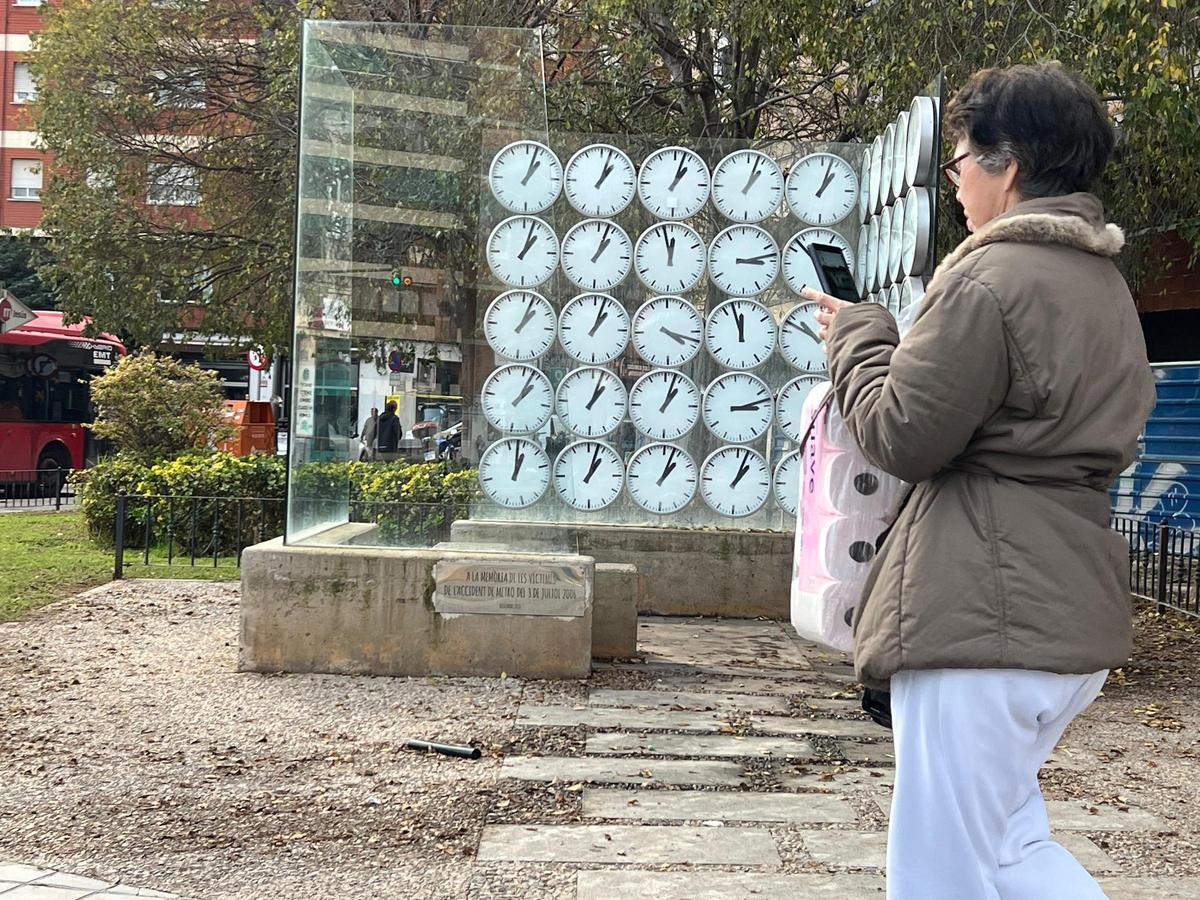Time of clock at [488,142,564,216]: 1:03
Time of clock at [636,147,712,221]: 1:03
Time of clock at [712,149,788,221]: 1:03
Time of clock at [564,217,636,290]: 1:03
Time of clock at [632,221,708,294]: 11:57
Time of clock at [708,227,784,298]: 3:13
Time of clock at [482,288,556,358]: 1:03
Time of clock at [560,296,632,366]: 1:03
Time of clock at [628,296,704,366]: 4:18
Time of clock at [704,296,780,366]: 11:57
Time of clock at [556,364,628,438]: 1:03
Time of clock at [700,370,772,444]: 3:13
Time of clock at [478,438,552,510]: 1:02
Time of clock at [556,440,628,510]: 1:03
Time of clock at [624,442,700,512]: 1:03
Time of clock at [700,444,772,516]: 1:03
